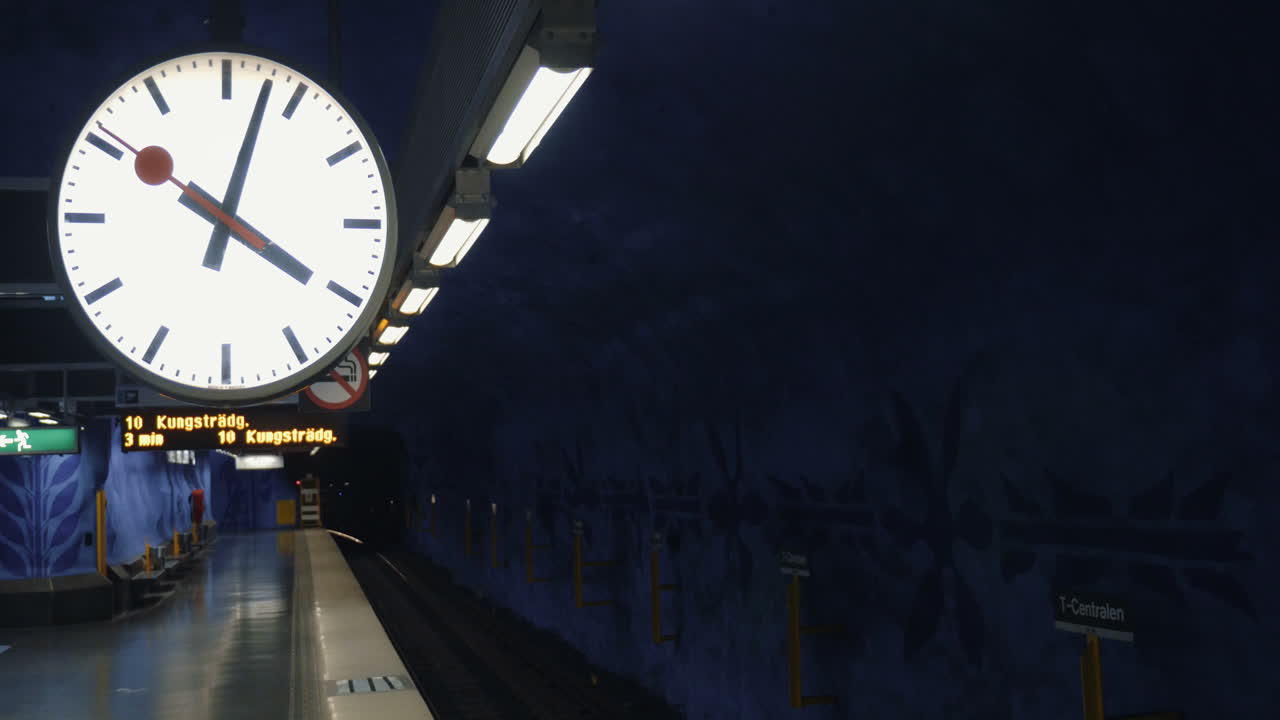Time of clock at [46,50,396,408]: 4:02
